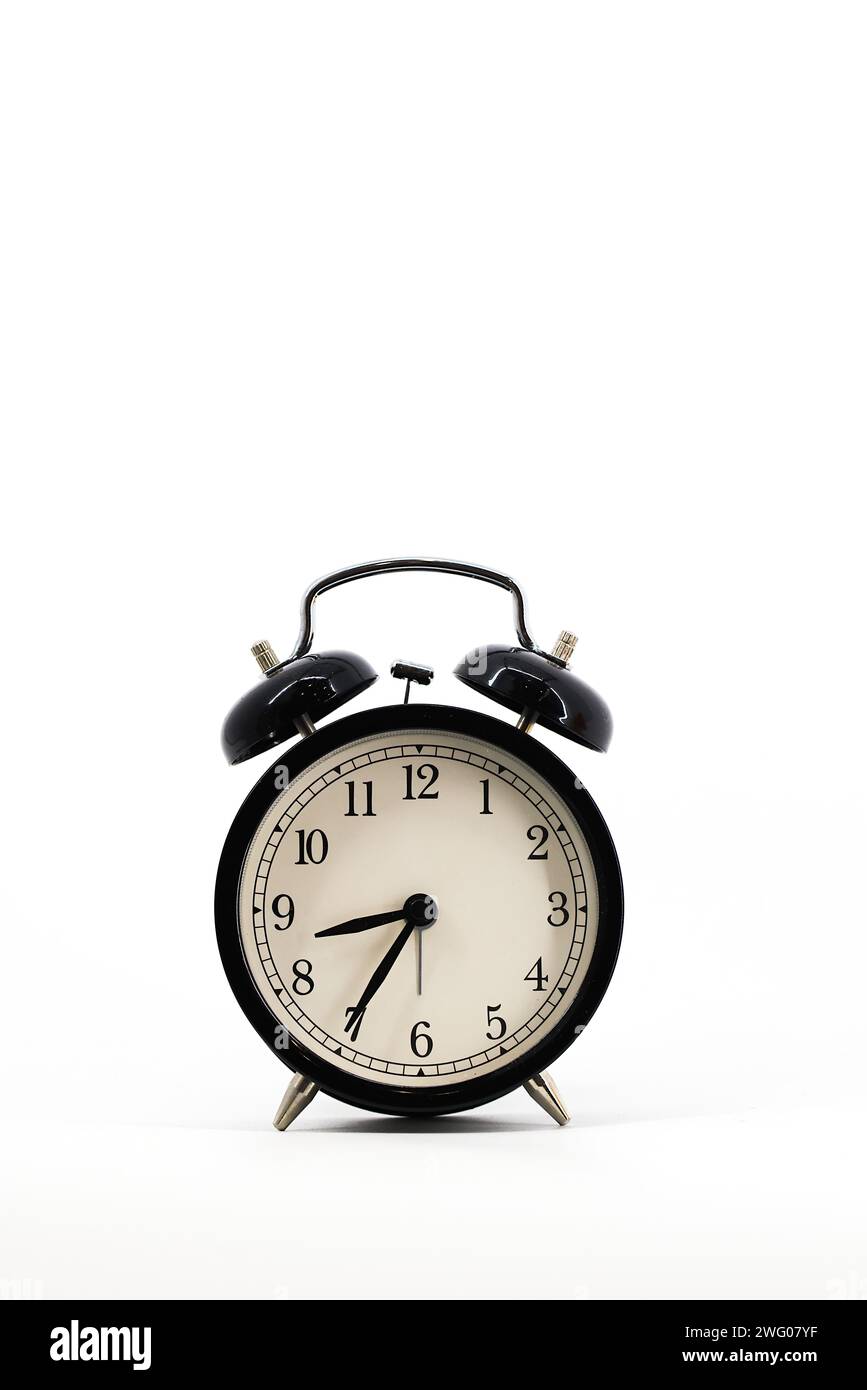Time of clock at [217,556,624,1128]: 8:35
